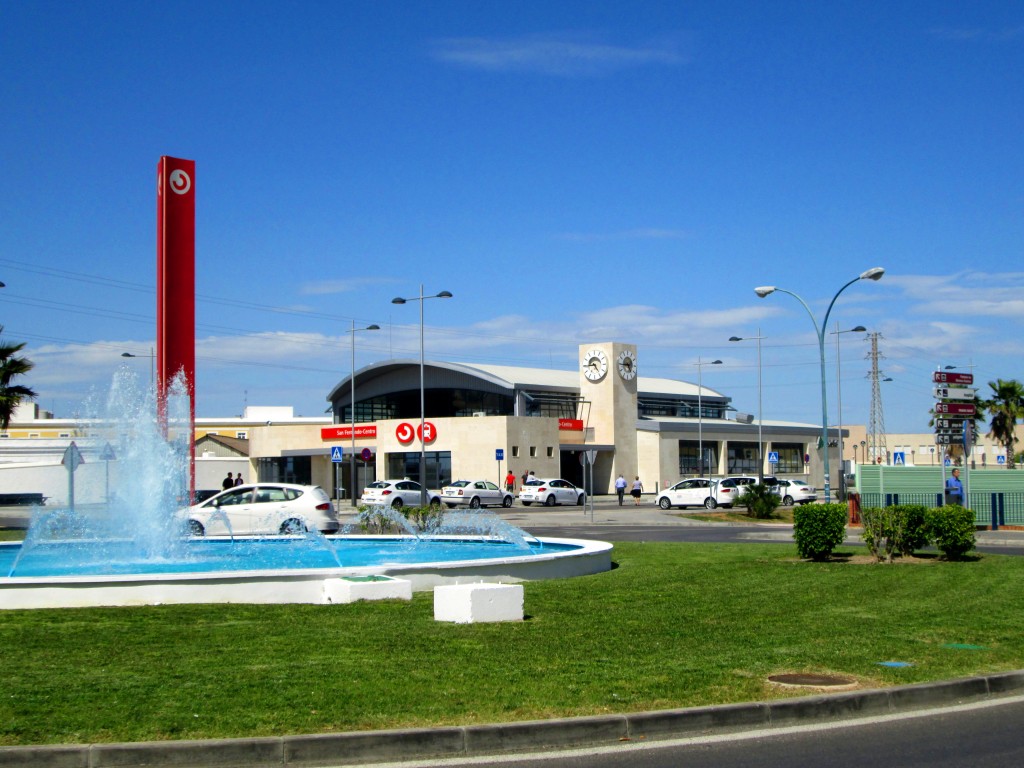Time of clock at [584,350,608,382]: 4:44
